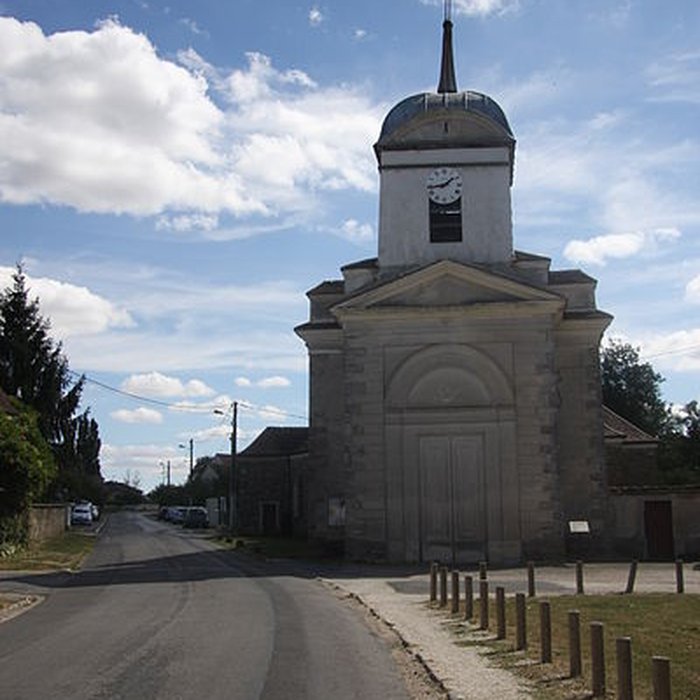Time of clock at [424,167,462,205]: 1:43
